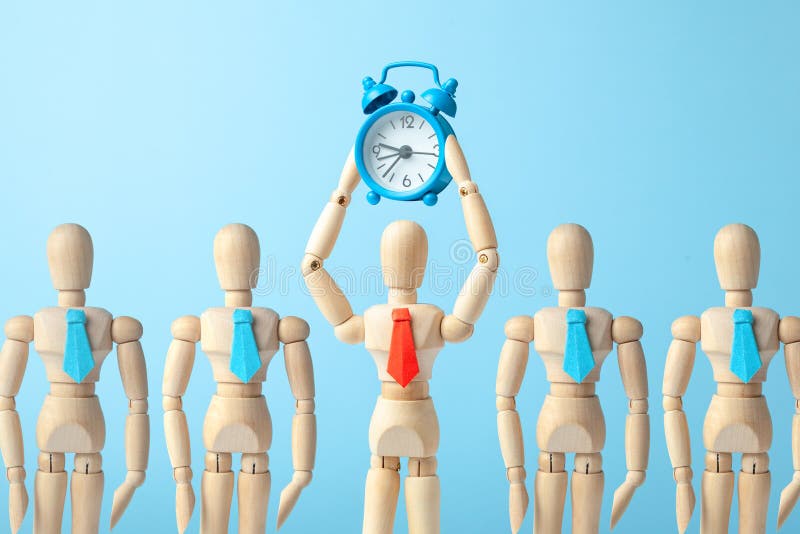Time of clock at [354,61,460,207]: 7:15
